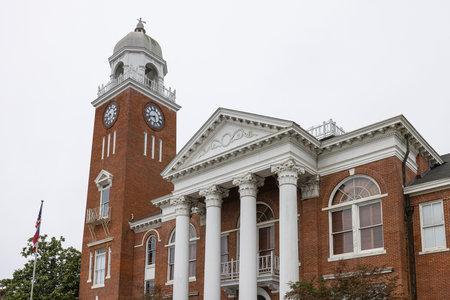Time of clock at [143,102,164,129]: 5:42
